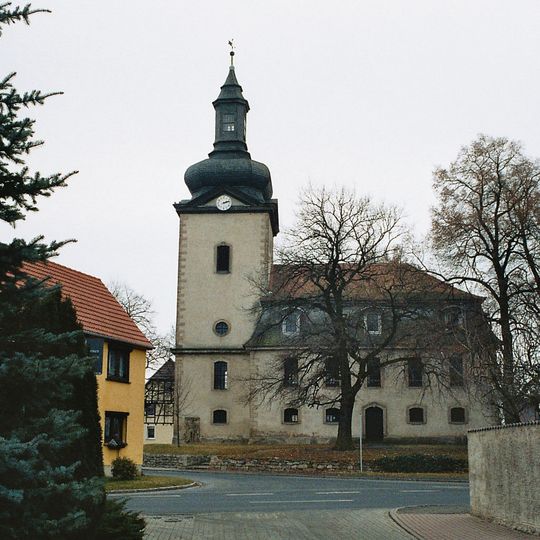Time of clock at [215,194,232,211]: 2:12
